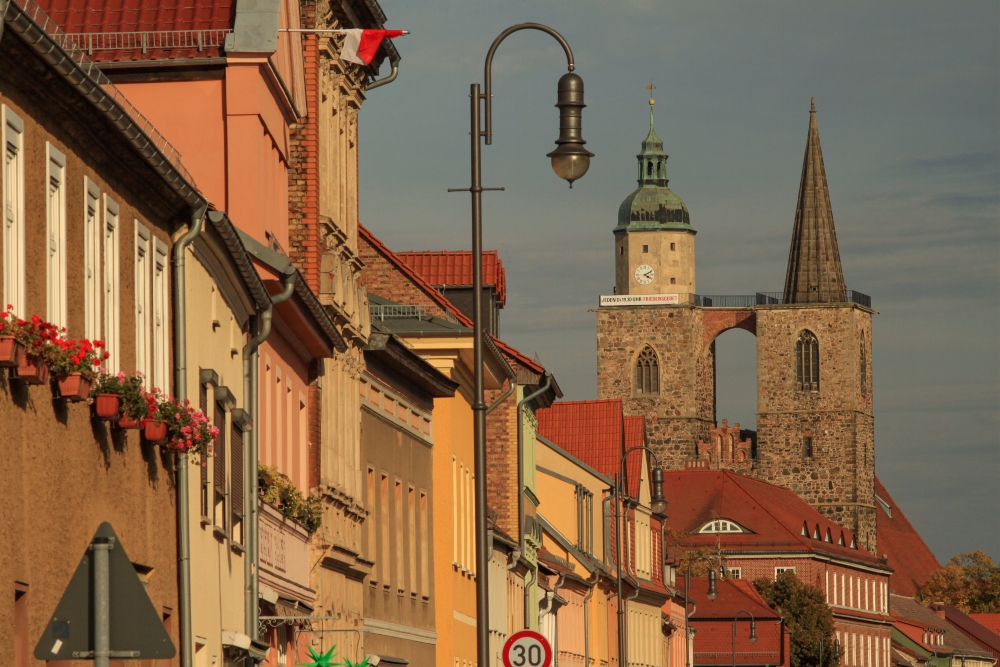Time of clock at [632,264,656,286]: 4:10
